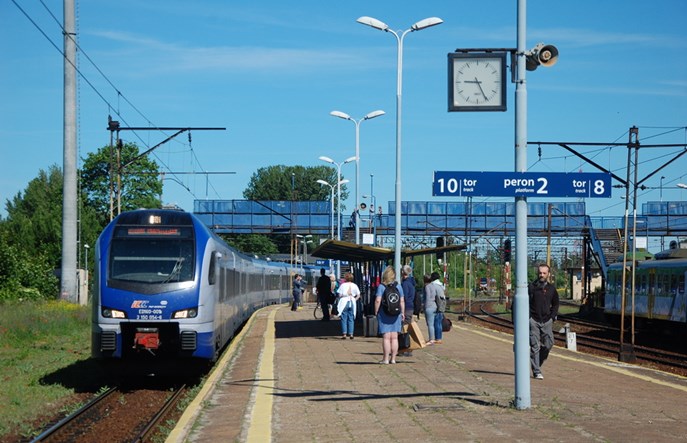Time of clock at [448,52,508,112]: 9:25
